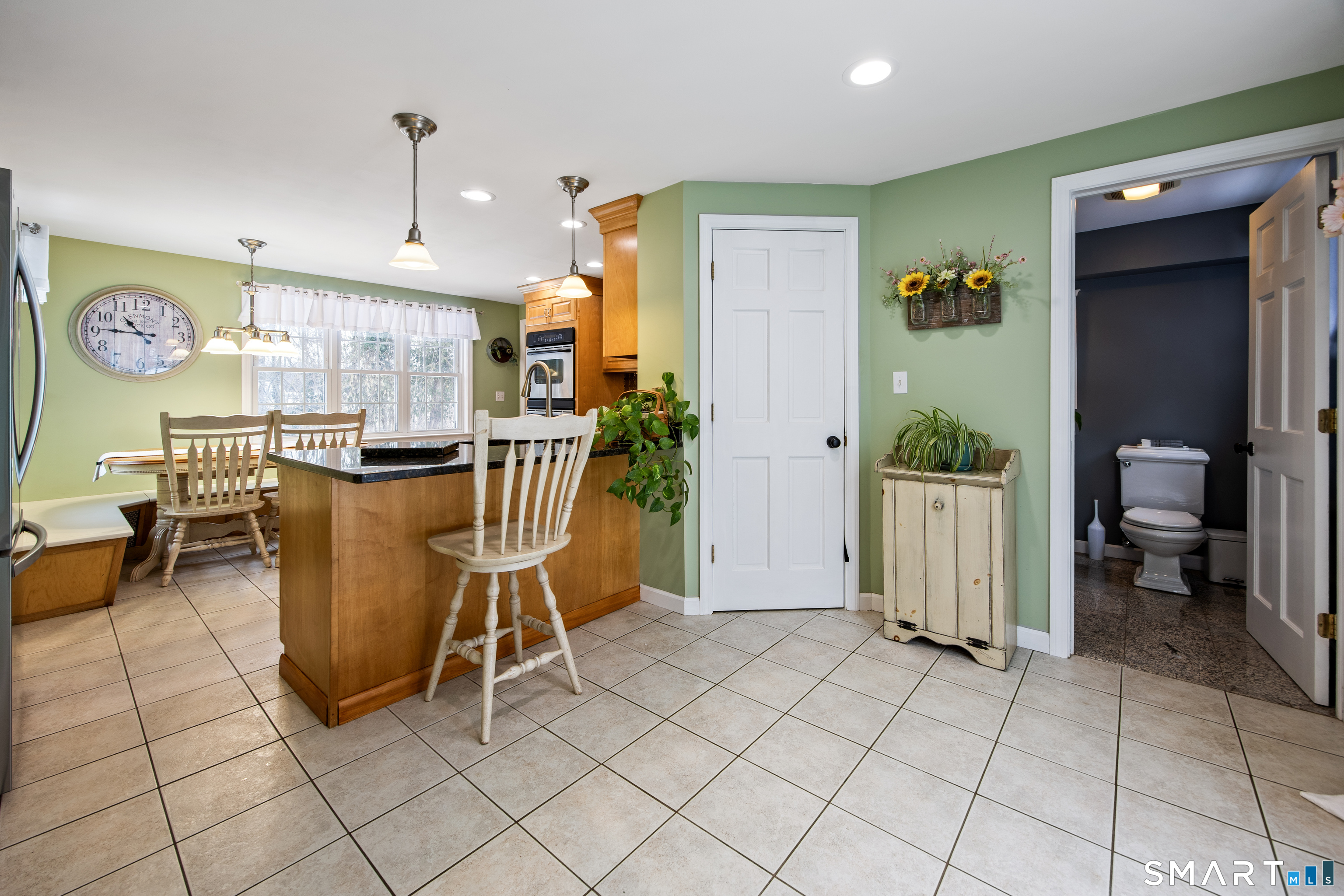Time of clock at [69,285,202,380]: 10:45
